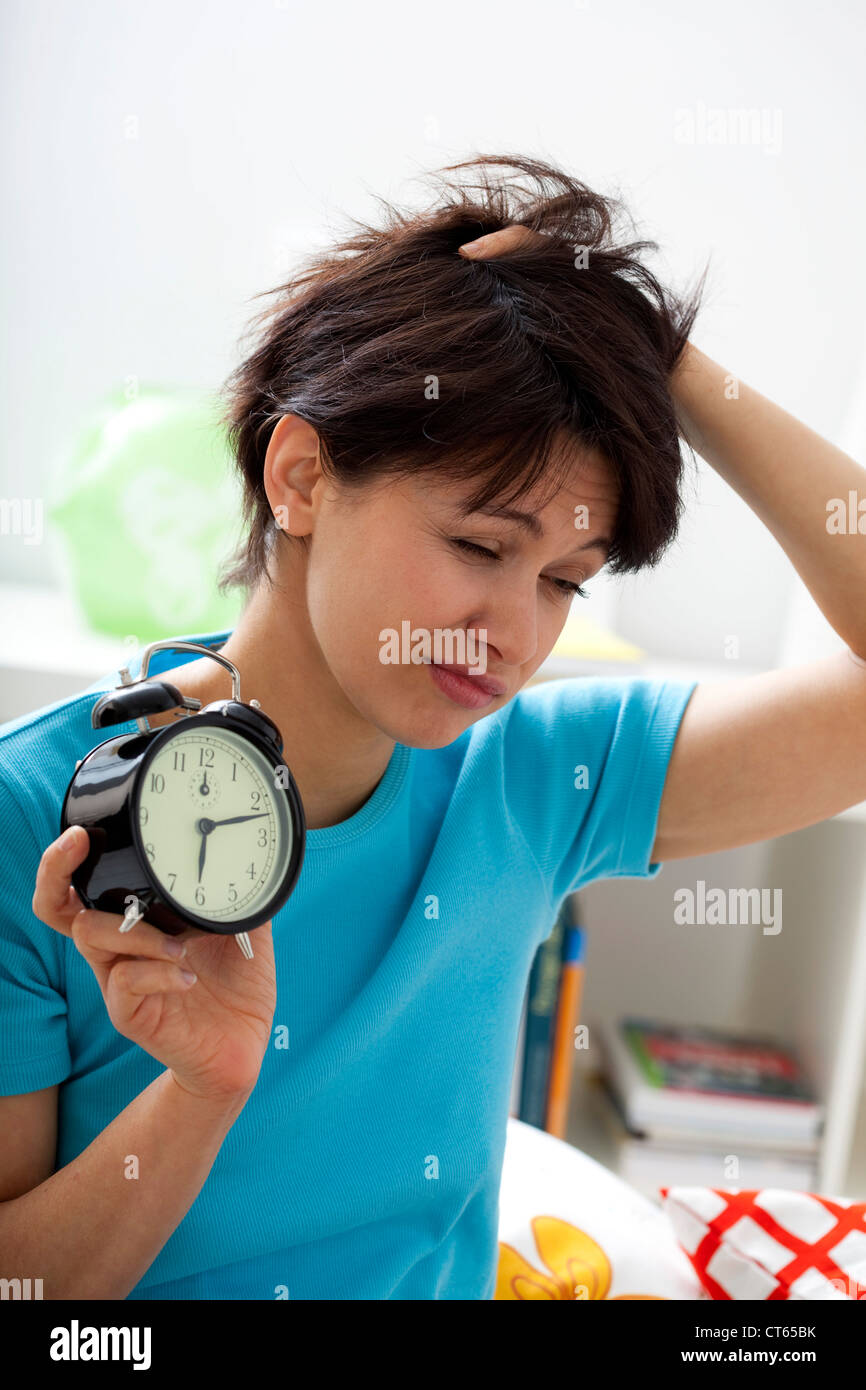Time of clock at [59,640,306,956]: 6:12
